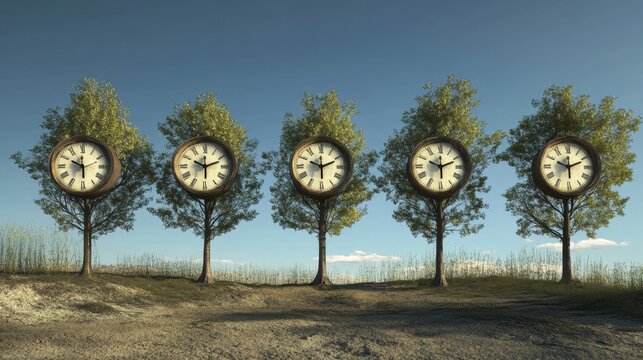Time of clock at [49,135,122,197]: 5:49
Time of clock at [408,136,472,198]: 12:11
